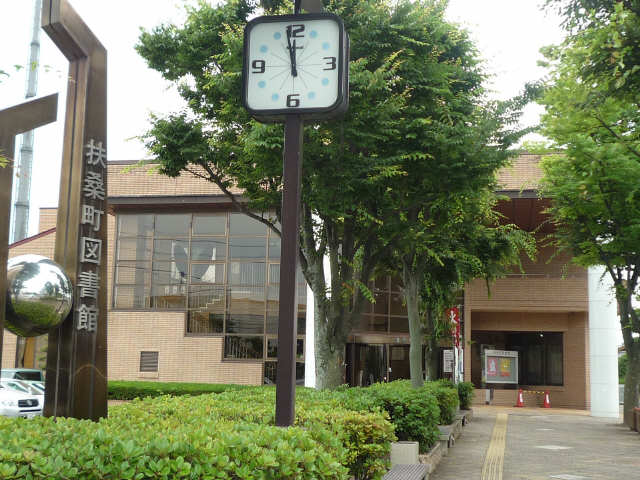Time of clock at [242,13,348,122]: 11:57
